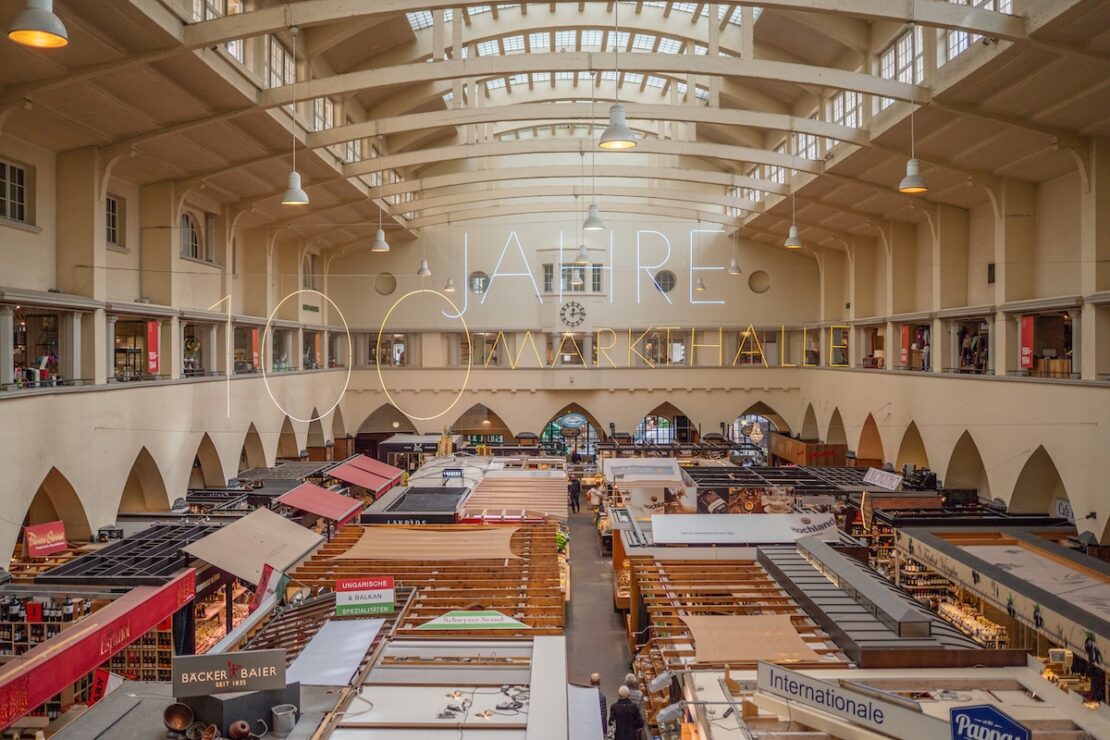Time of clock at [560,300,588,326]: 12:13
